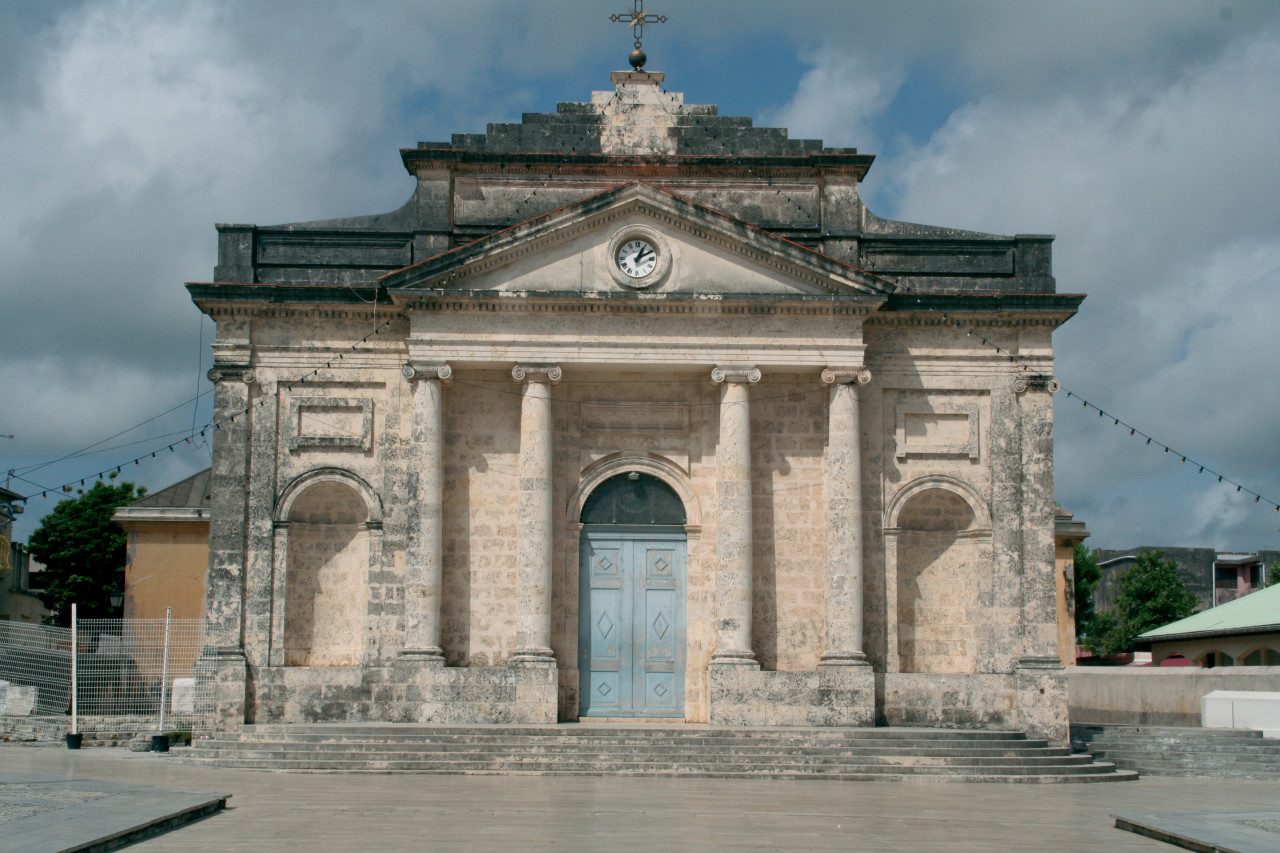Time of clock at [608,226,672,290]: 1:10
